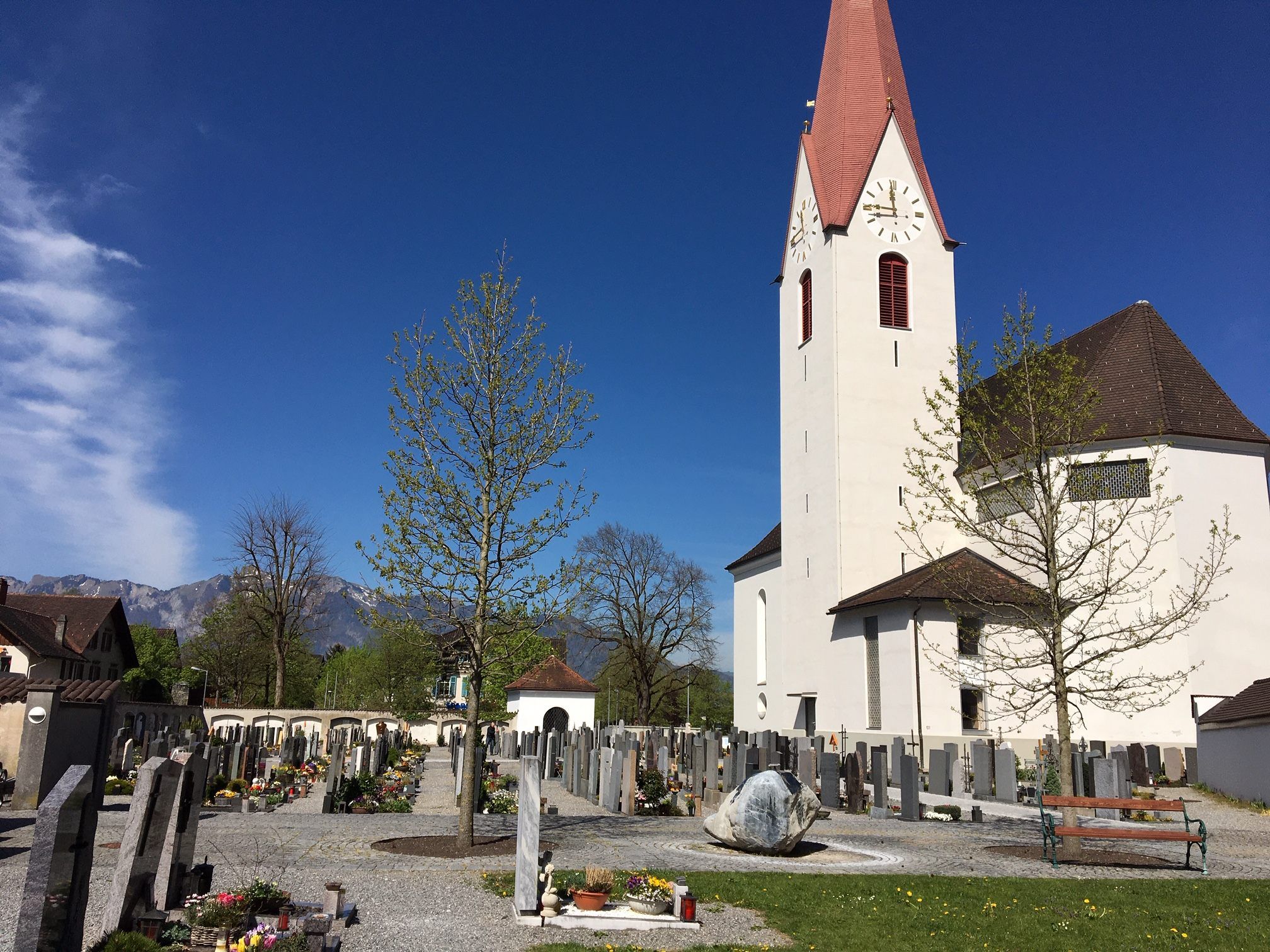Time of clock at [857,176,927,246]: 11:45
